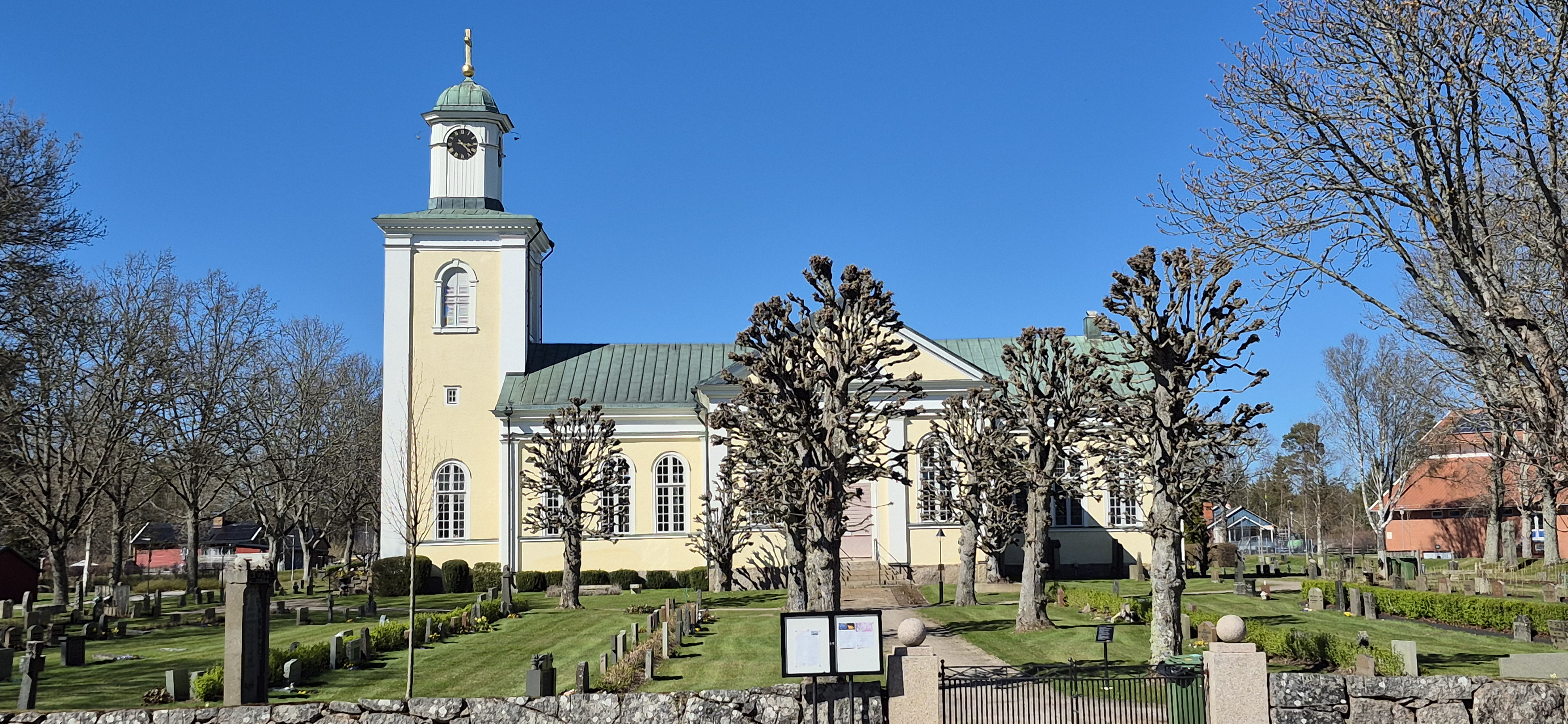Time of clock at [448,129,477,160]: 3:22
